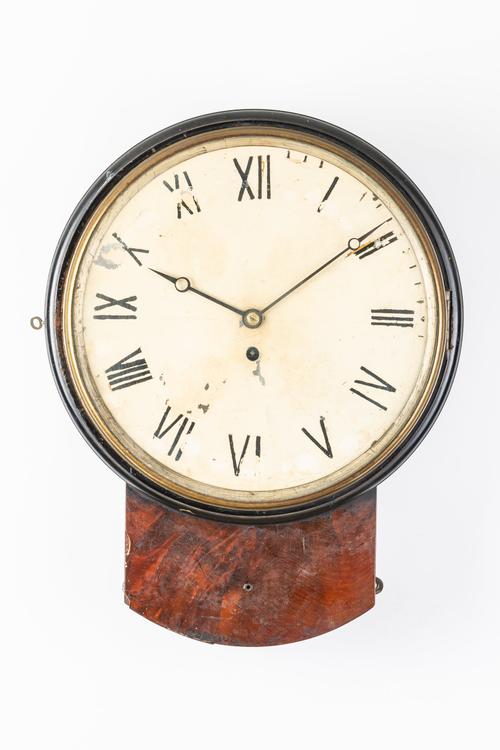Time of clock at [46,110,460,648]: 1:49
